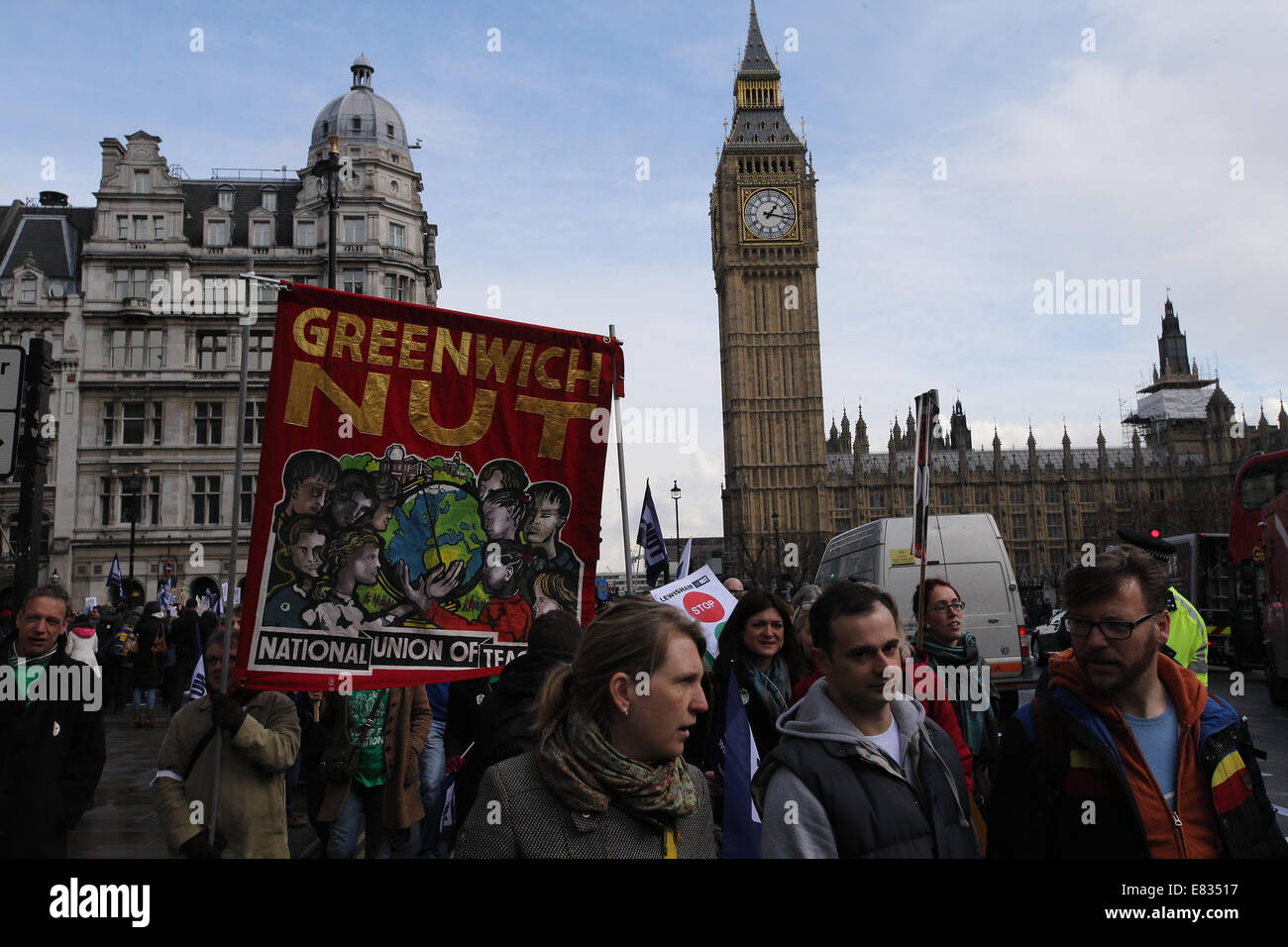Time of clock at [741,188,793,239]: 1:17
